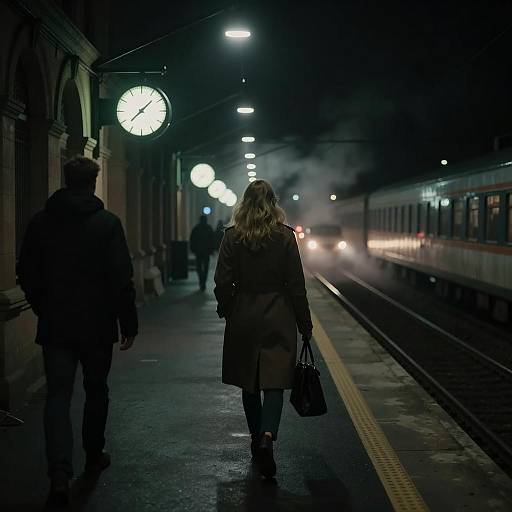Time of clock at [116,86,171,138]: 1:37
